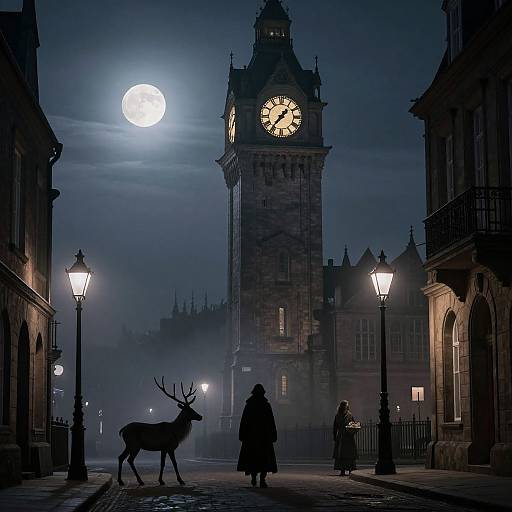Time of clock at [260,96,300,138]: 1:36
